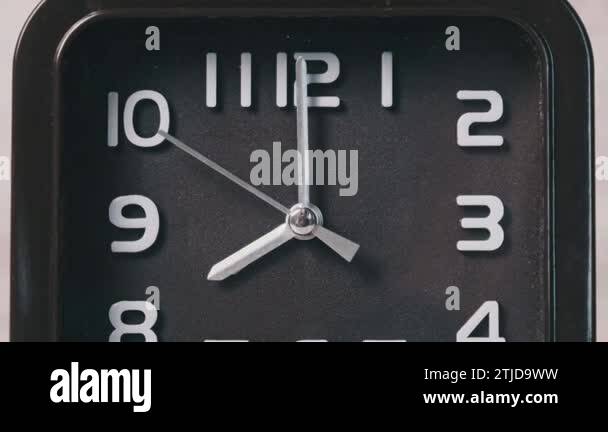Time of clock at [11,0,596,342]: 8:00
